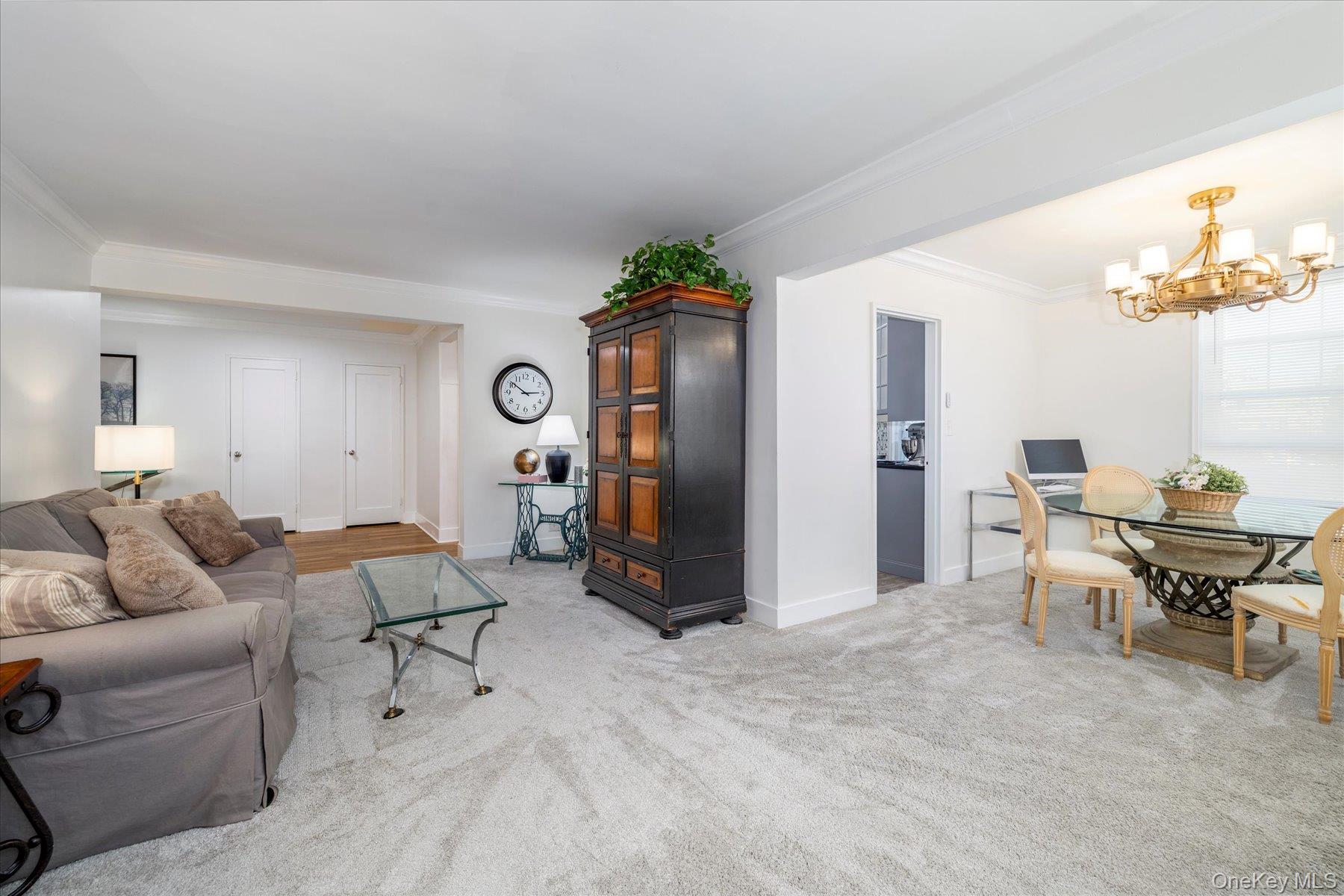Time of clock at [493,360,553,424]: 2:51
